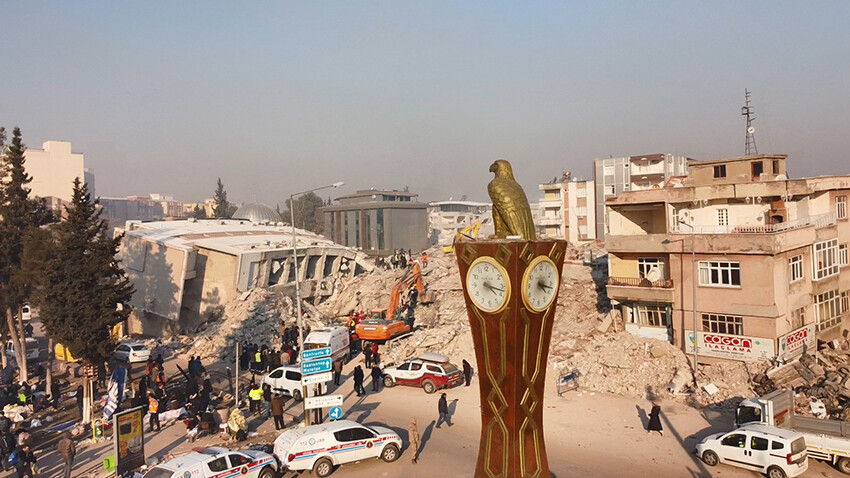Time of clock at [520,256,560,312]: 4:17
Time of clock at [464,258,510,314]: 4:17
